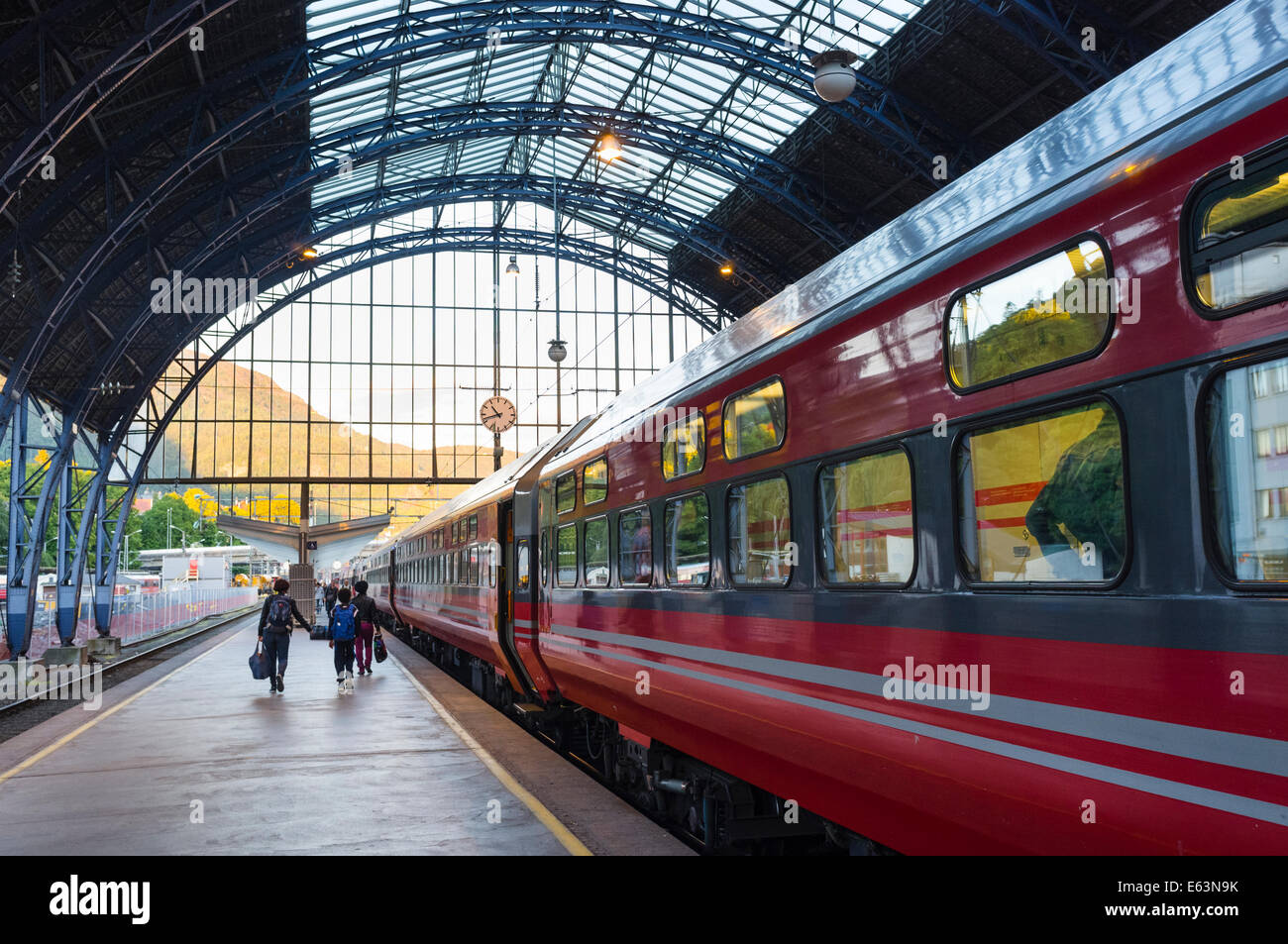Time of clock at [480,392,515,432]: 10:42
